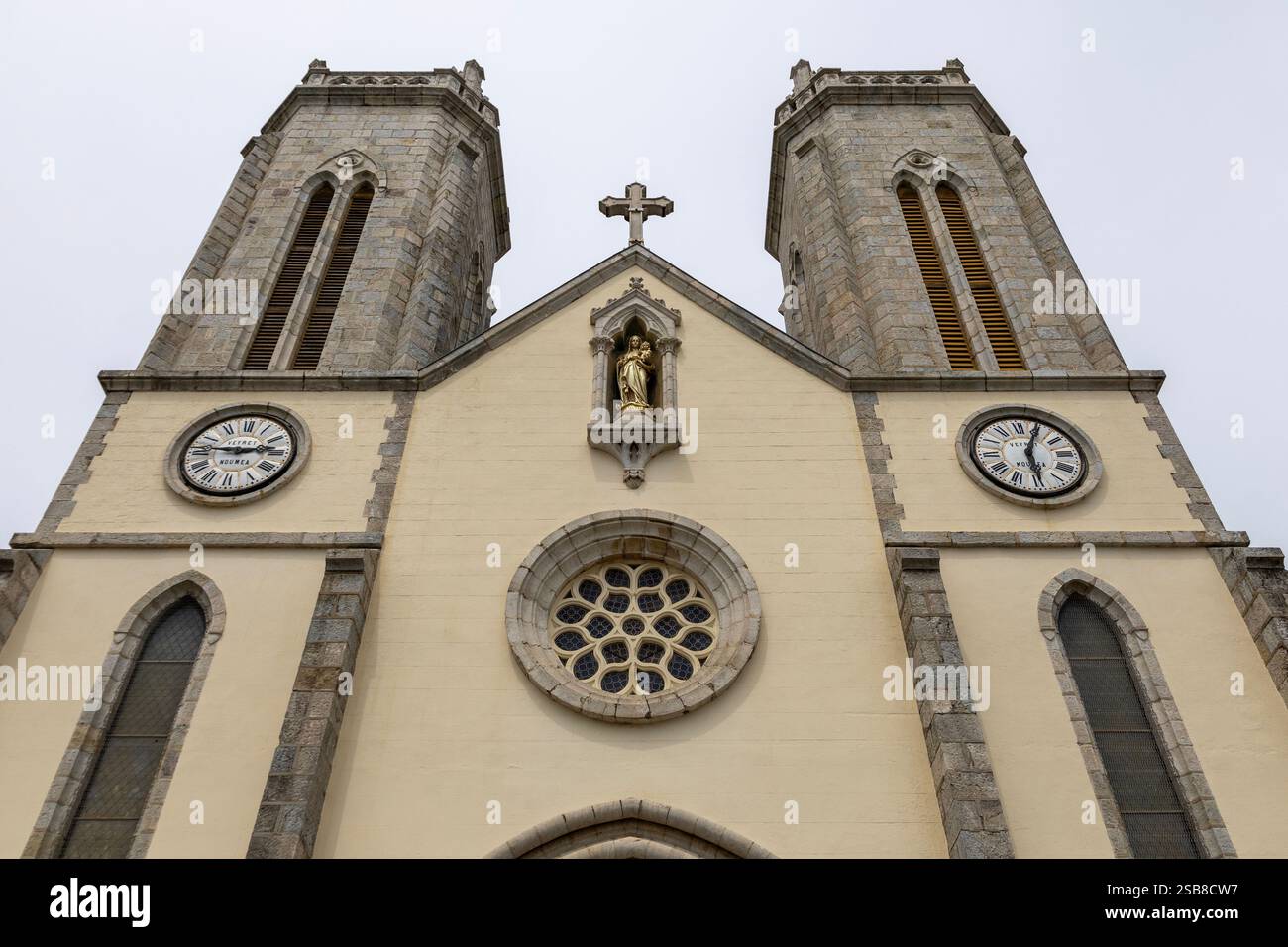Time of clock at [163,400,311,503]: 2:46
